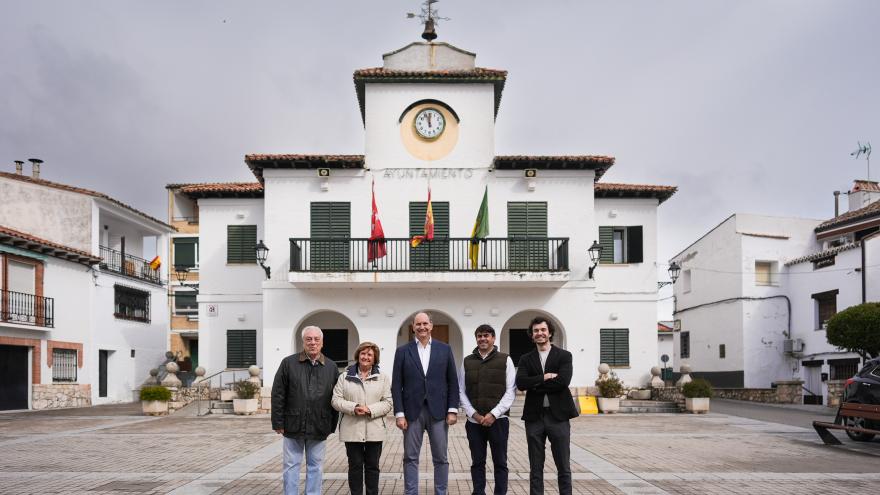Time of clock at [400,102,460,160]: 11:55
